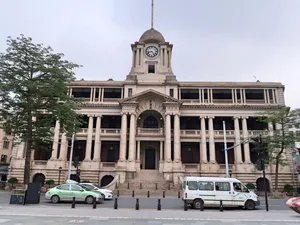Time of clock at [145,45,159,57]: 8:23
